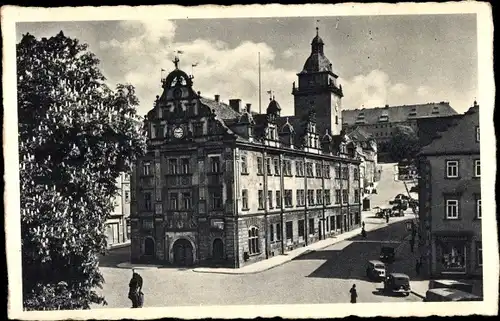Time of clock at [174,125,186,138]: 2:46
